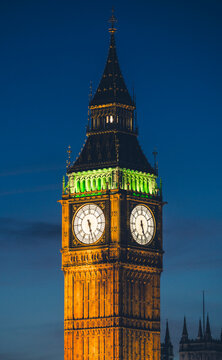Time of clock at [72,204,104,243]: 5:27
